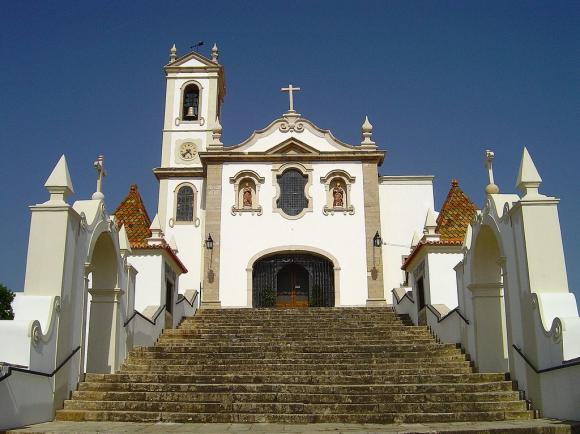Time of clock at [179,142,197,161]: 4:37
